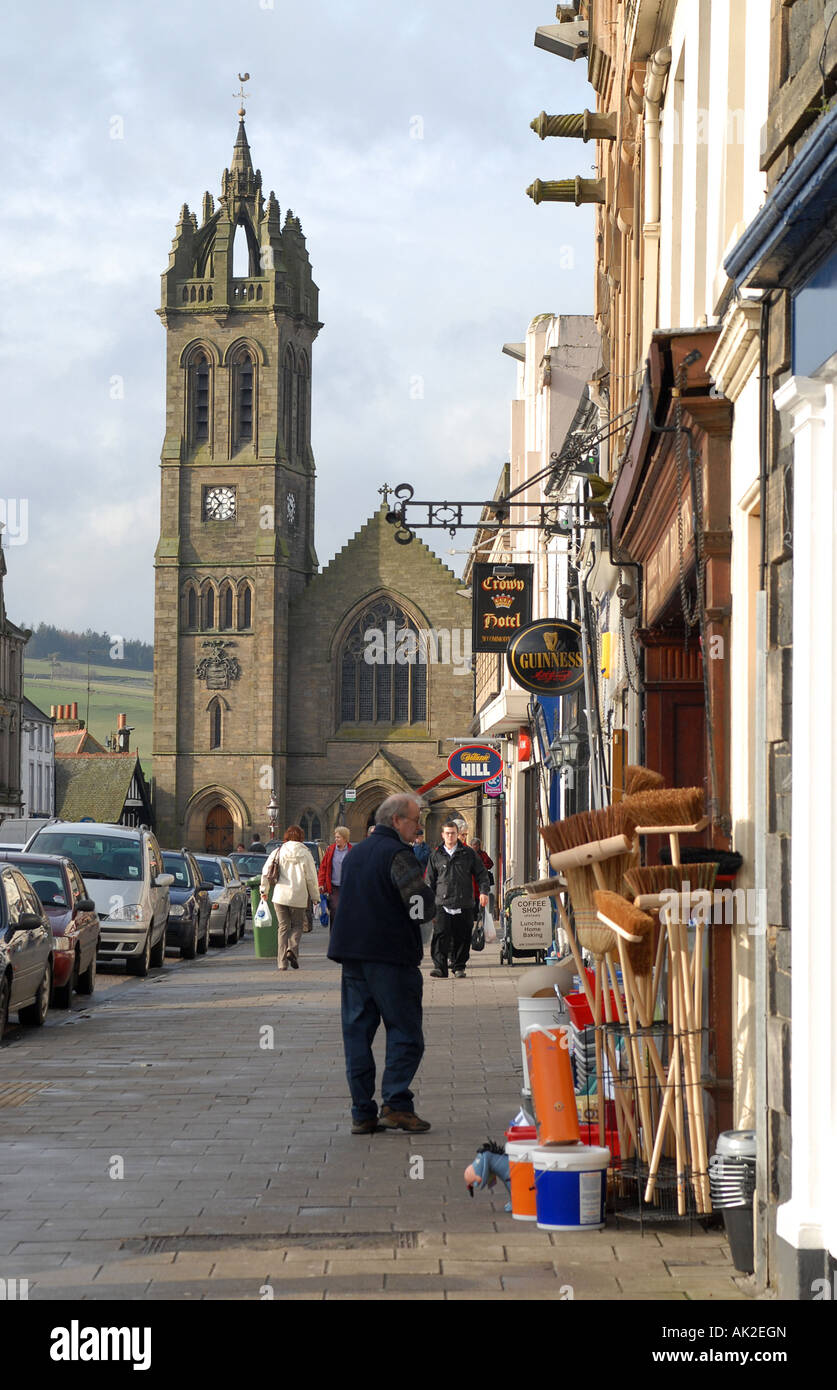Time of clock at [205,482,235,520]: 10:36
